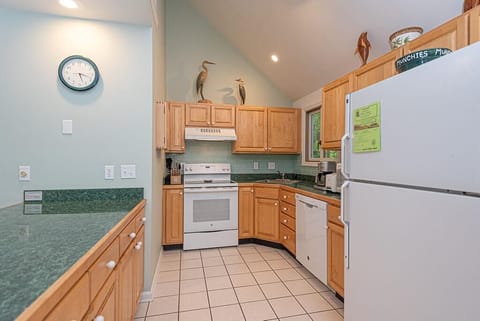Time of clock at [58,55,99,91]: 5:18
